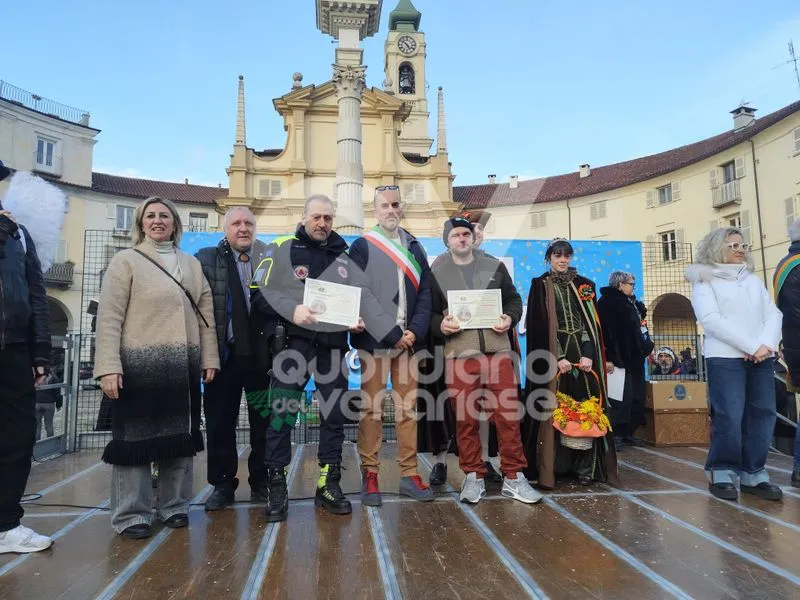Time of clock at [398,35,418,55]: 4:51
